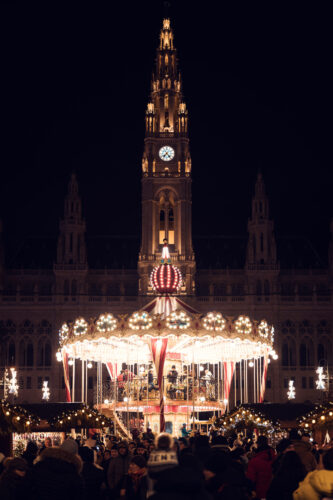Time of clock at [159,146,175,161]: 7:23
